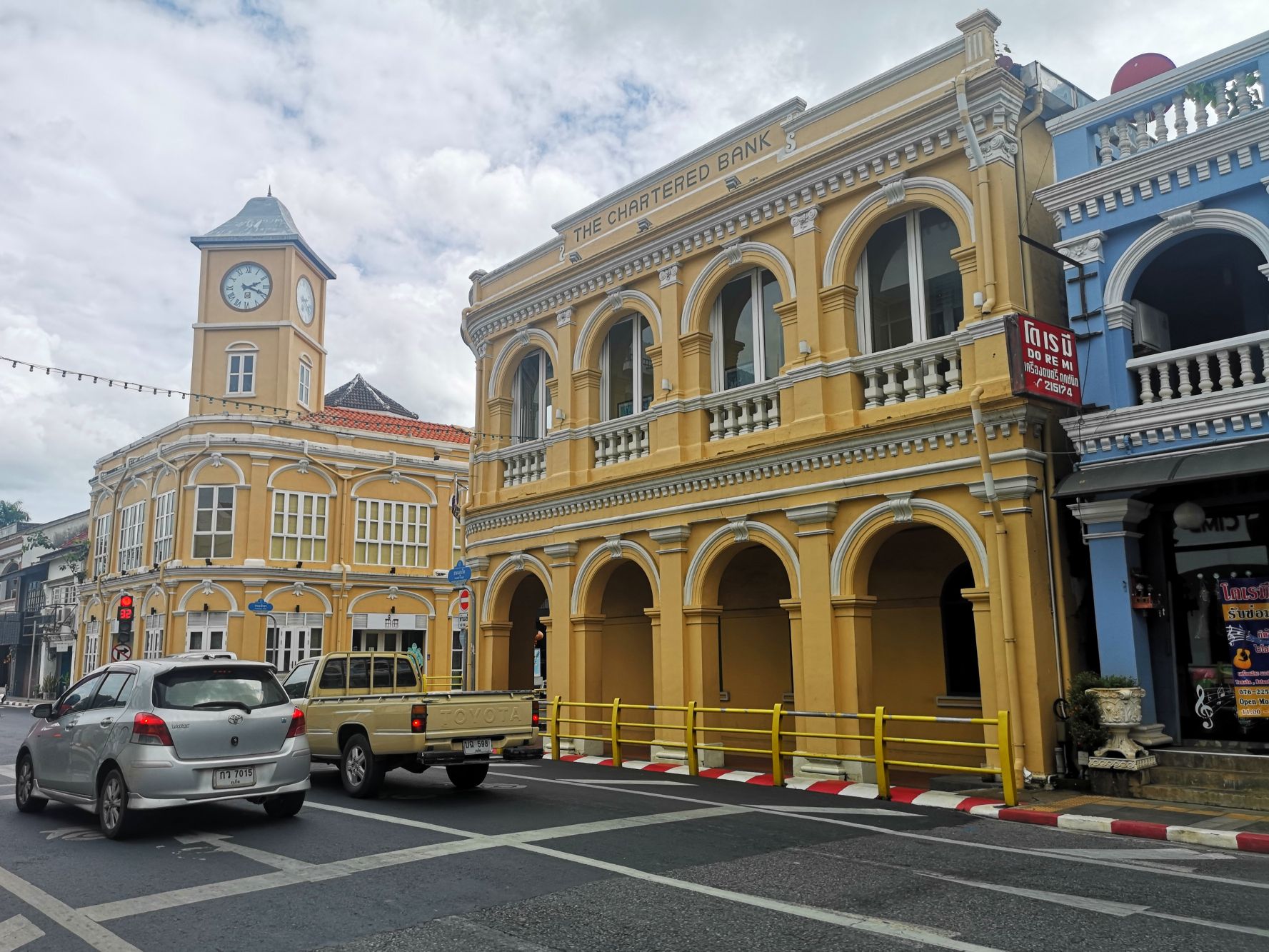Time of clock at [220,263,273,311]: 2:18
